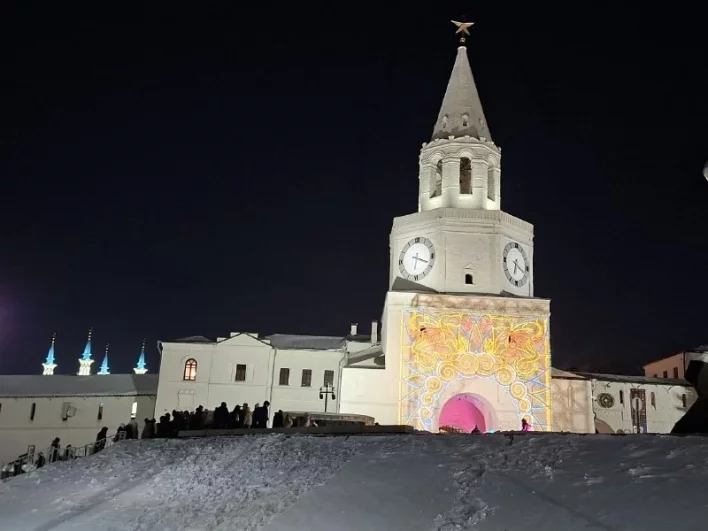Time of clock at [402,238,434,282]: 6:18
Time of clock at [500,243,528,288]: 6:18
